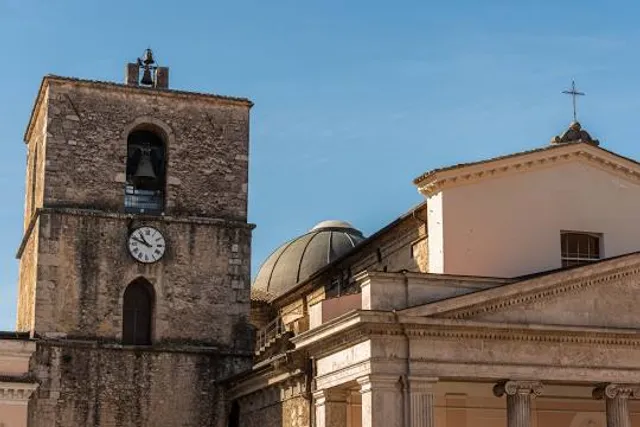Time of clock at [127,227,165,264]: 10:48
